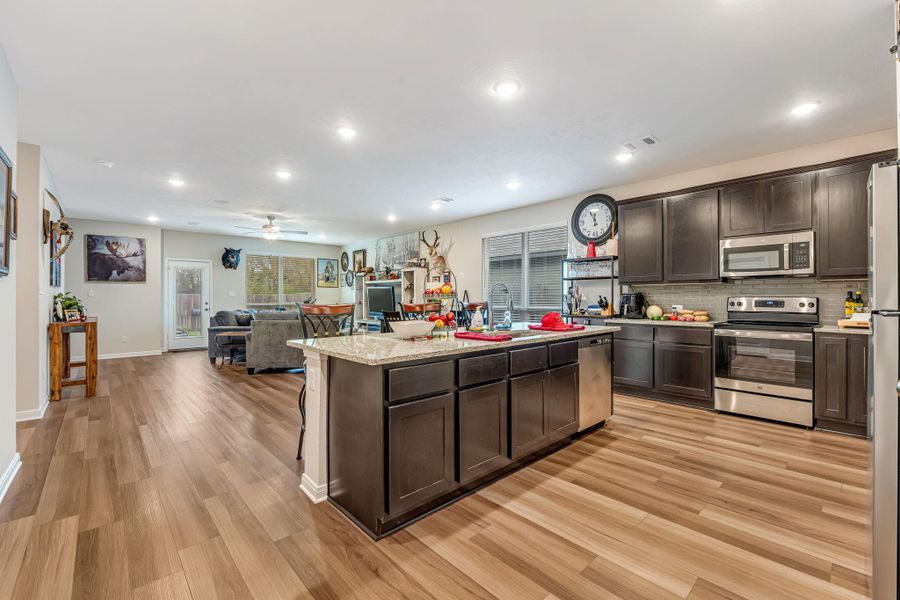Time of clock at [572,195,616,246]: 11:55
